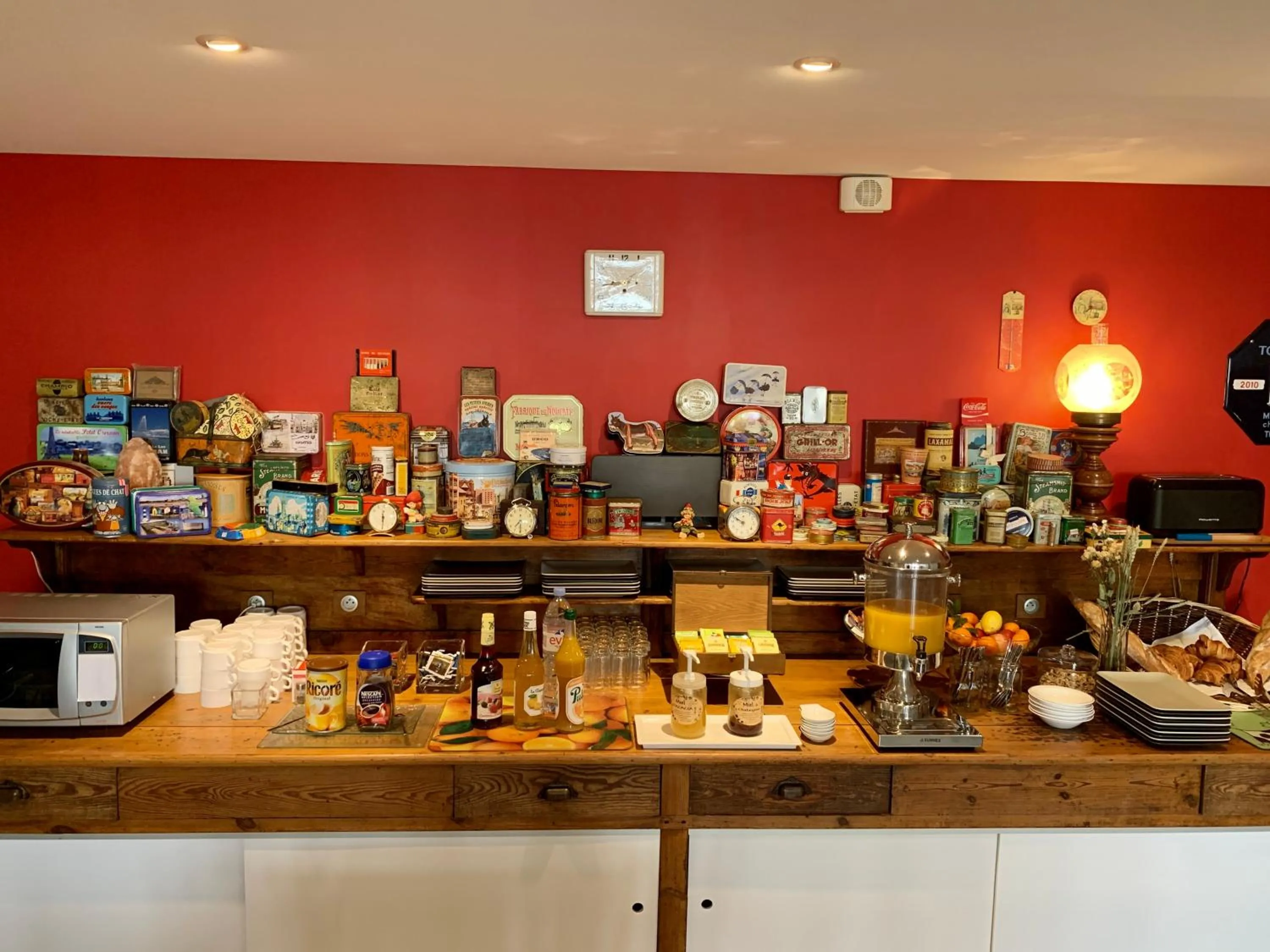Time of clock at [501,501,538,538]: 7:29
